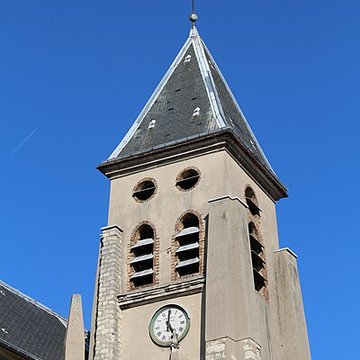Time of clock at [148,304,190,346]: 5:00
